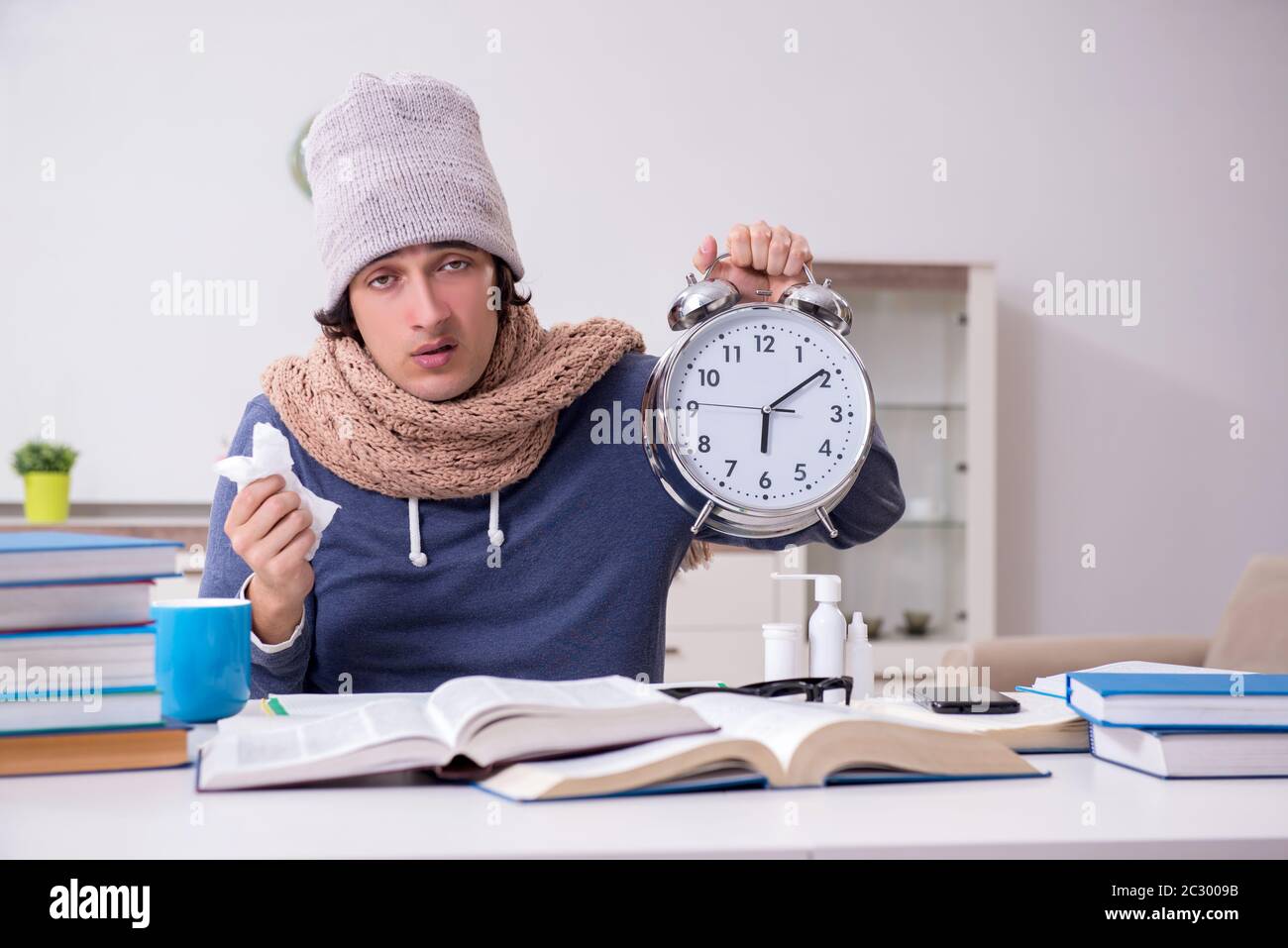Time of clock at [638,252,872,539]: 6:09
